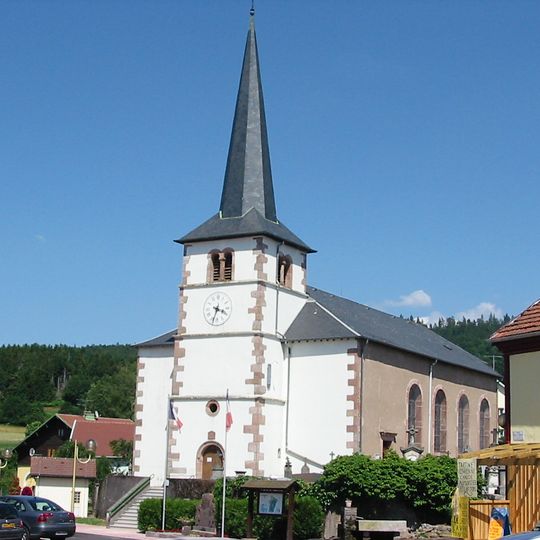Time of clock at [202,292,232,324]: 3:33
